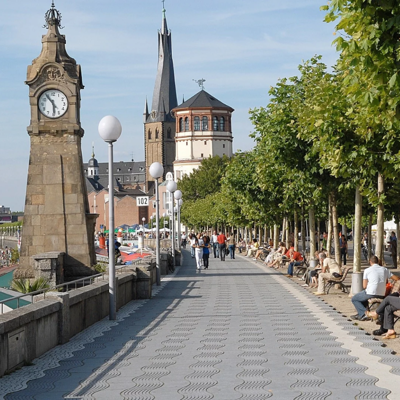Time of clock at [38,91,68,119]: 5:54
